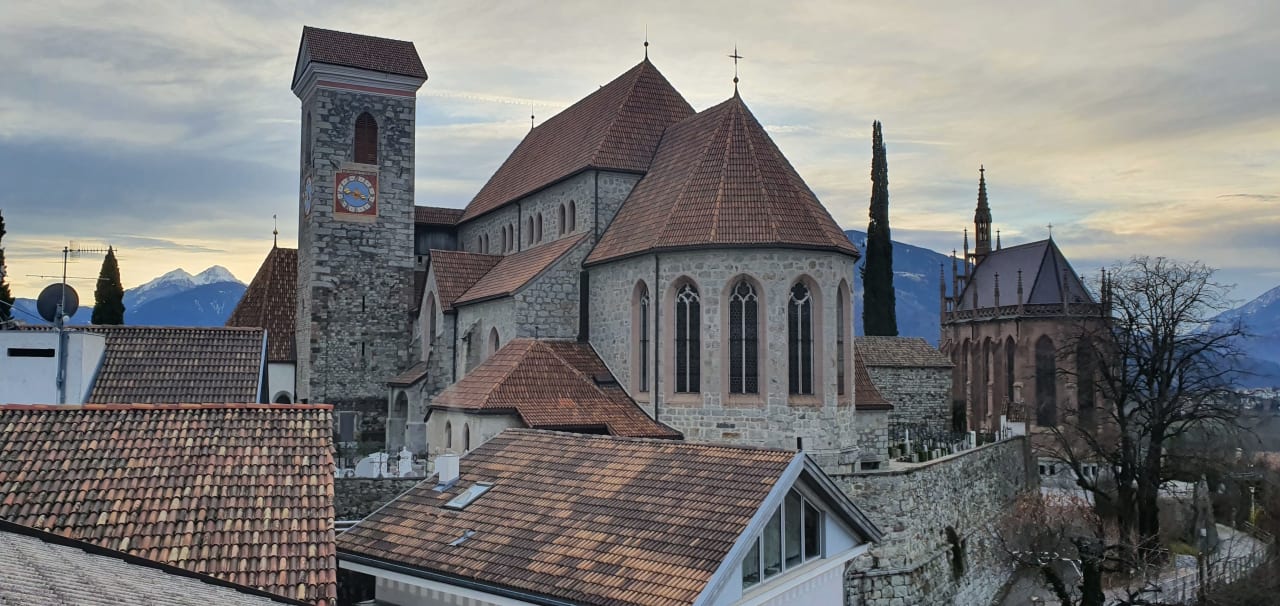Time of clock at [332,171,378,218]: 3:43
